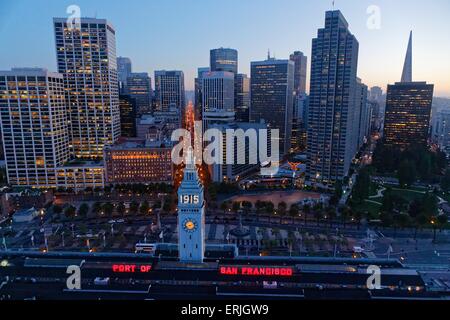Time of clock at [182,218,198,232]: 8:11
